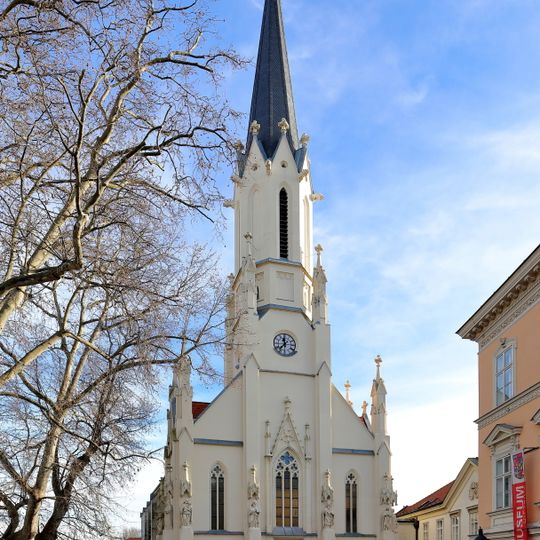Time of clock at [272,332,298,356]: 11:36
